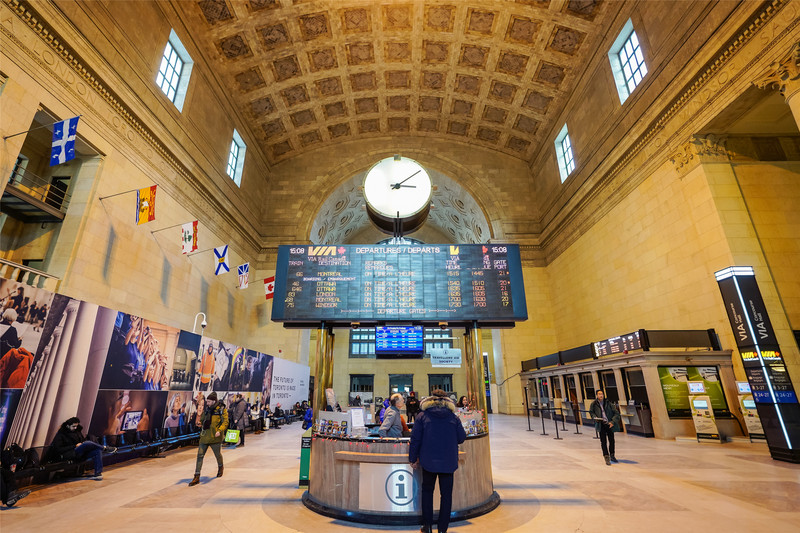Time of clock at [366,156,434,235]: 3:08
